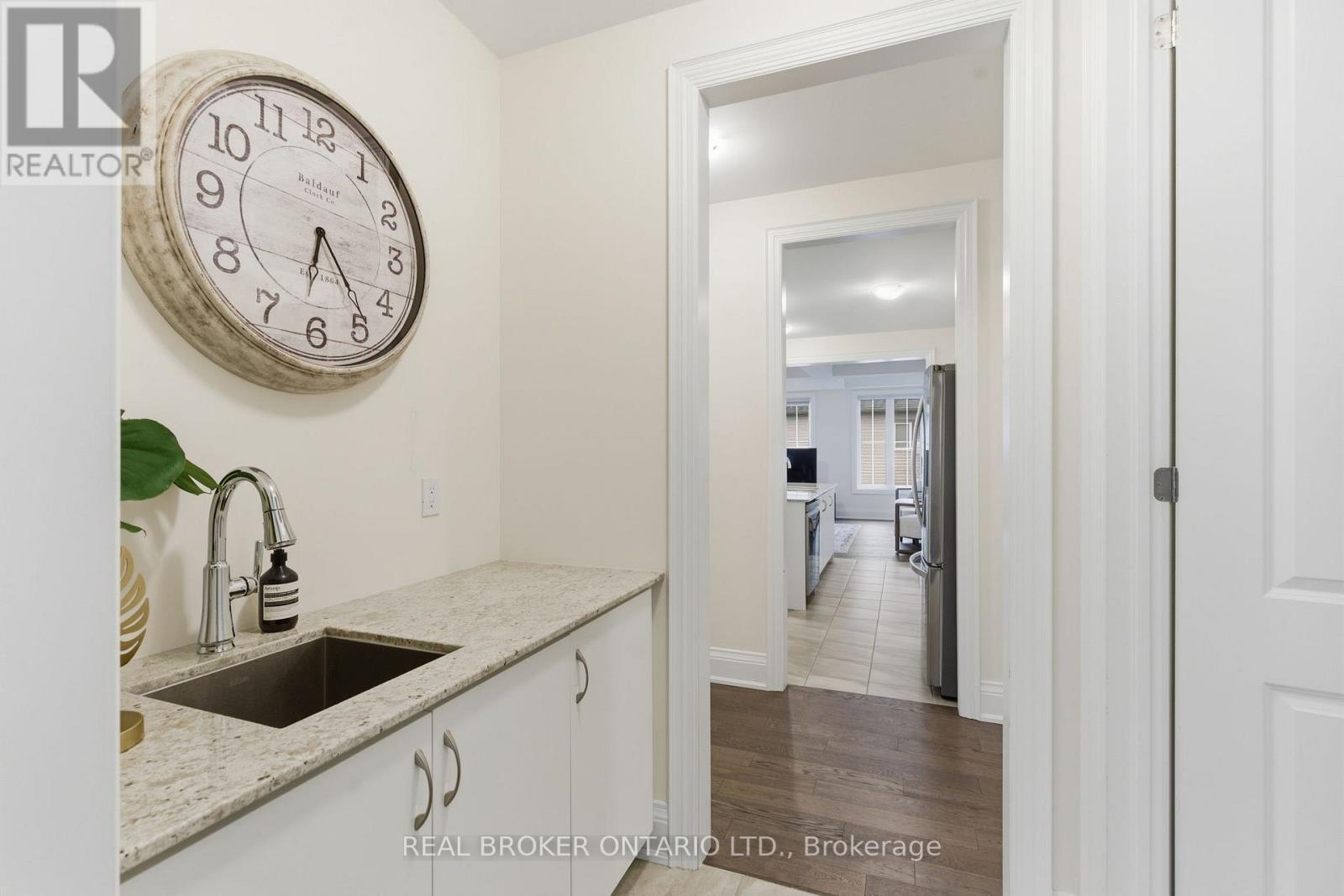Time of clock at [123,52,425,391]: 6:24
